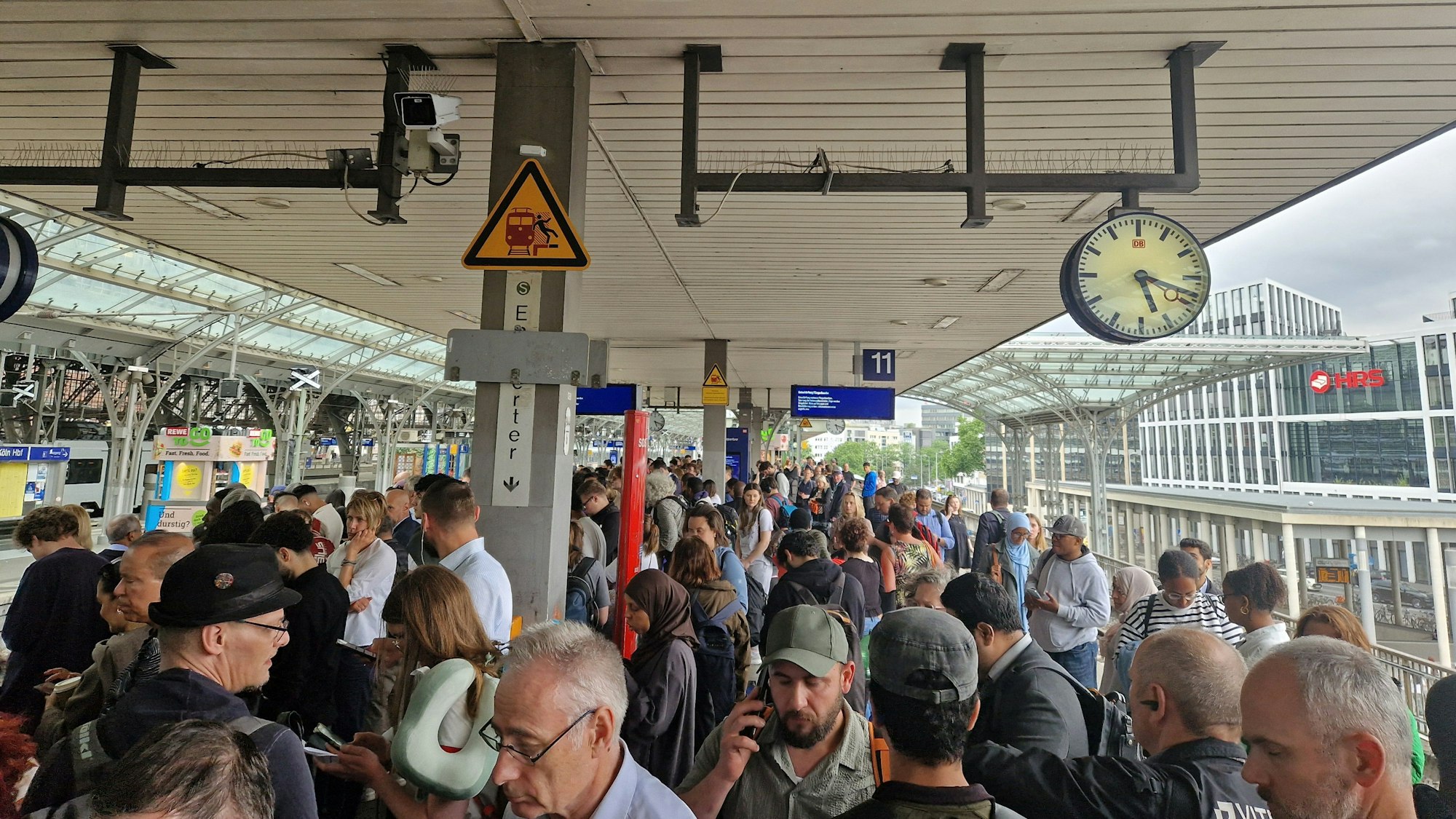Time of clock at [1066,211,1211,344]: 5:18
